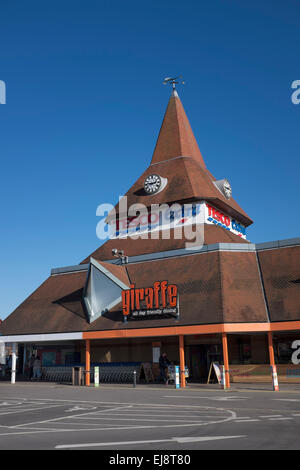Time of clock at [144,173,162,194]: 2:46
